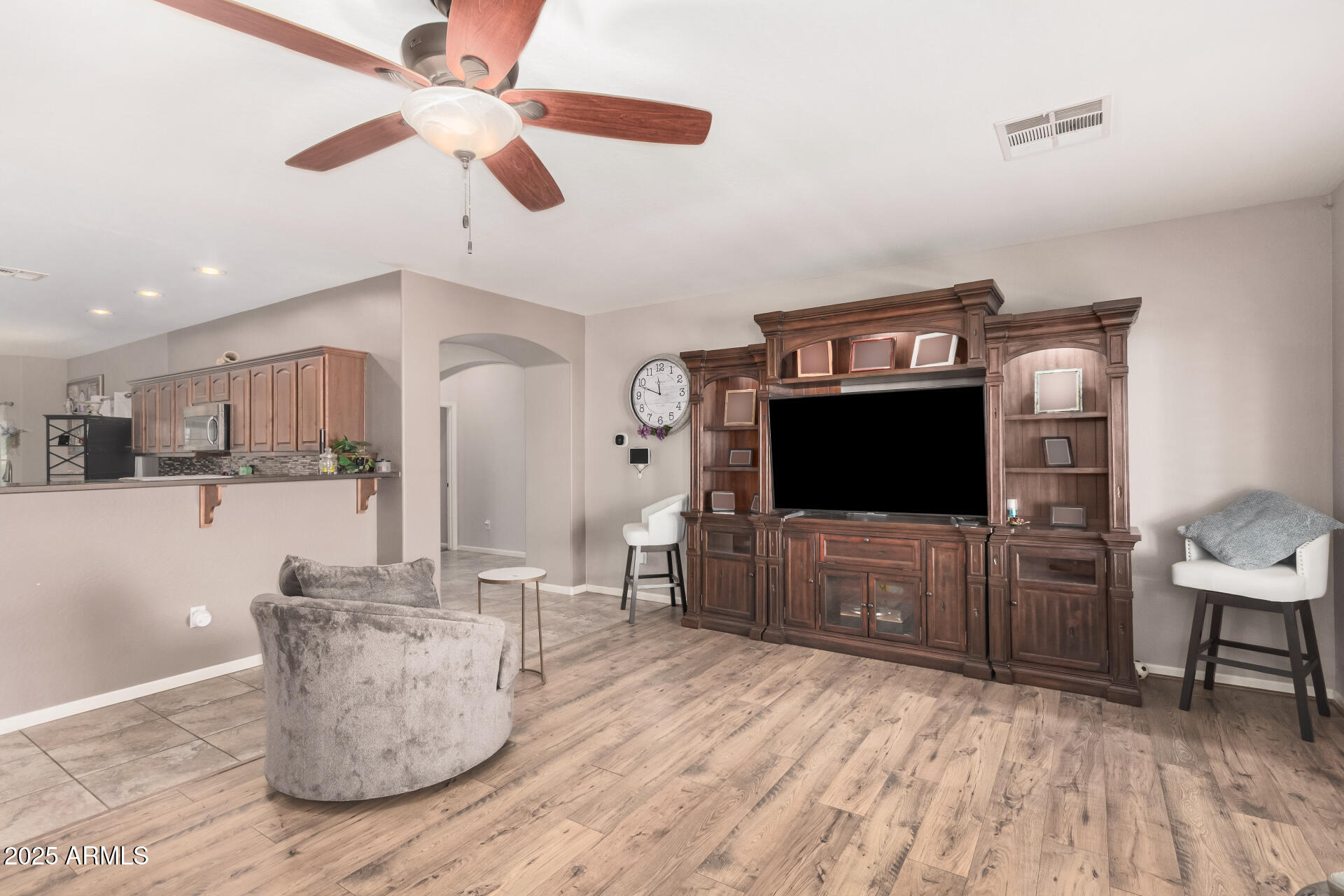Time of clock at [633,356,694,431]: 11:48
